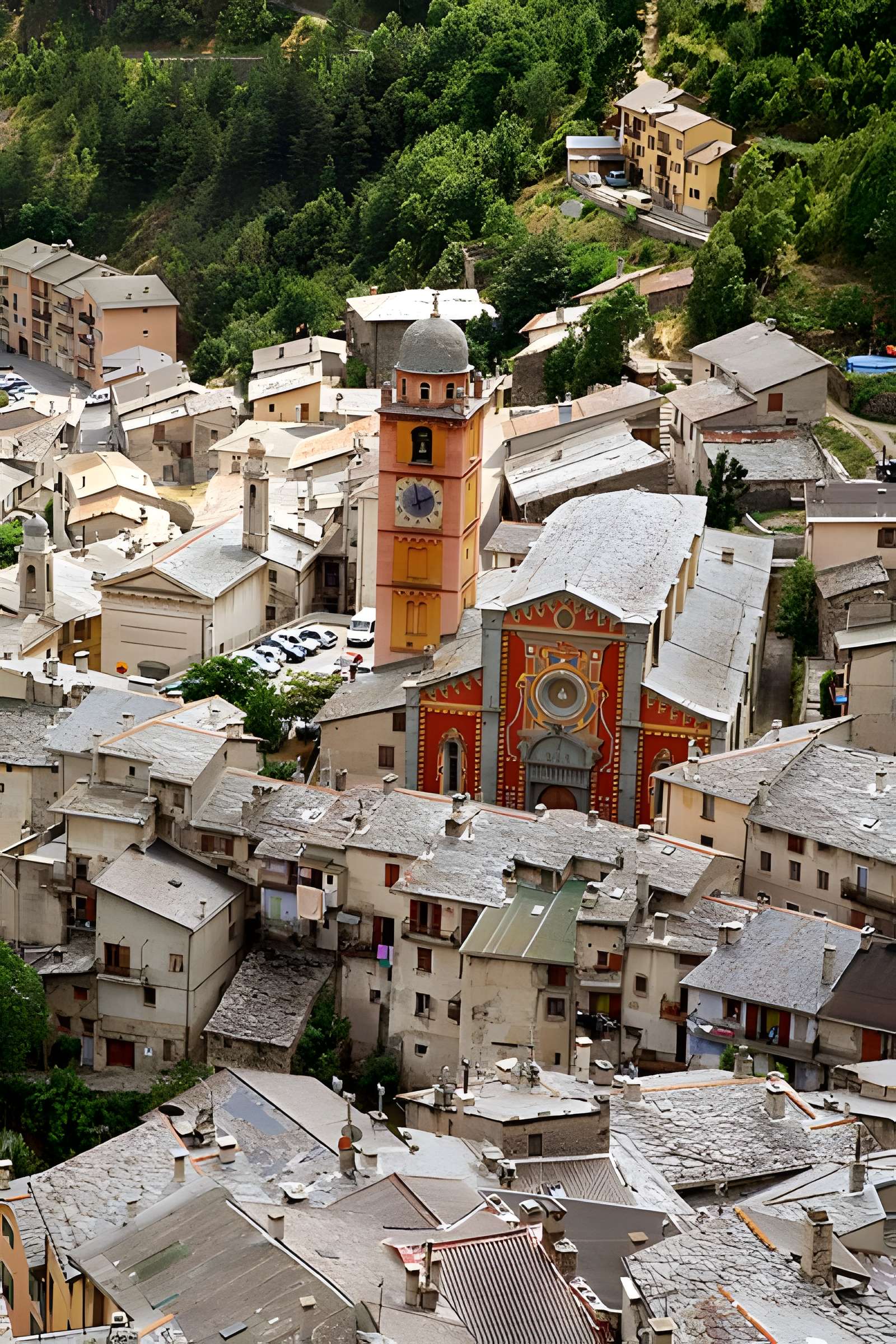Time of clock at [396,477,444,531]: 1:58
